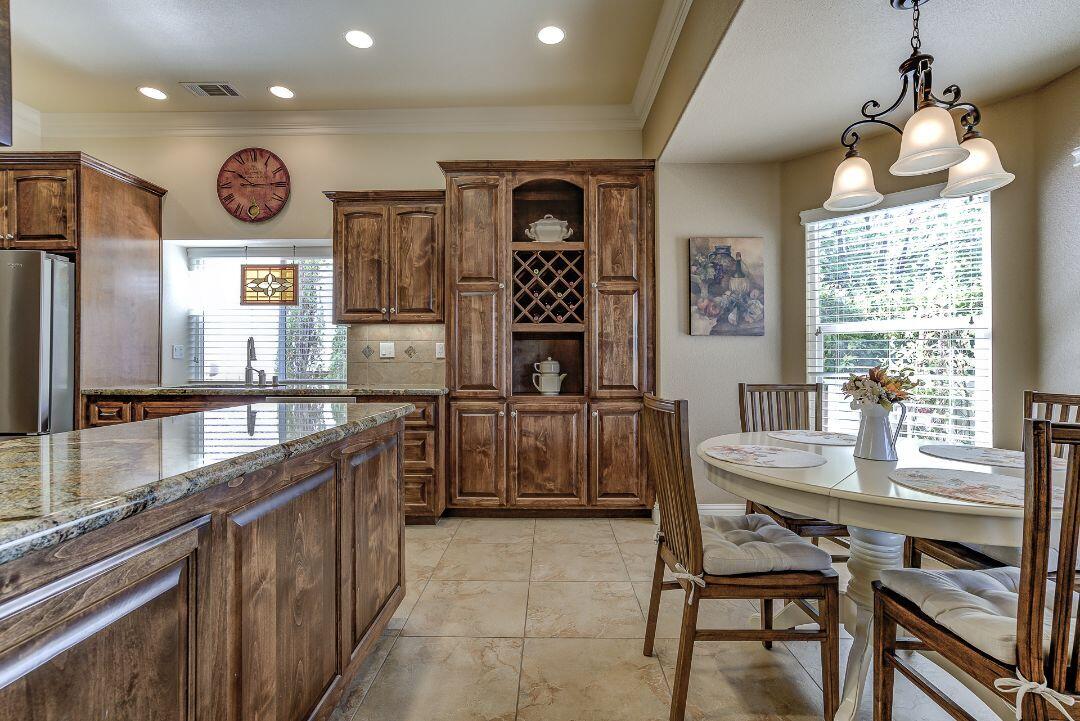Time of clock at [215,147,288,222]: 10:14
